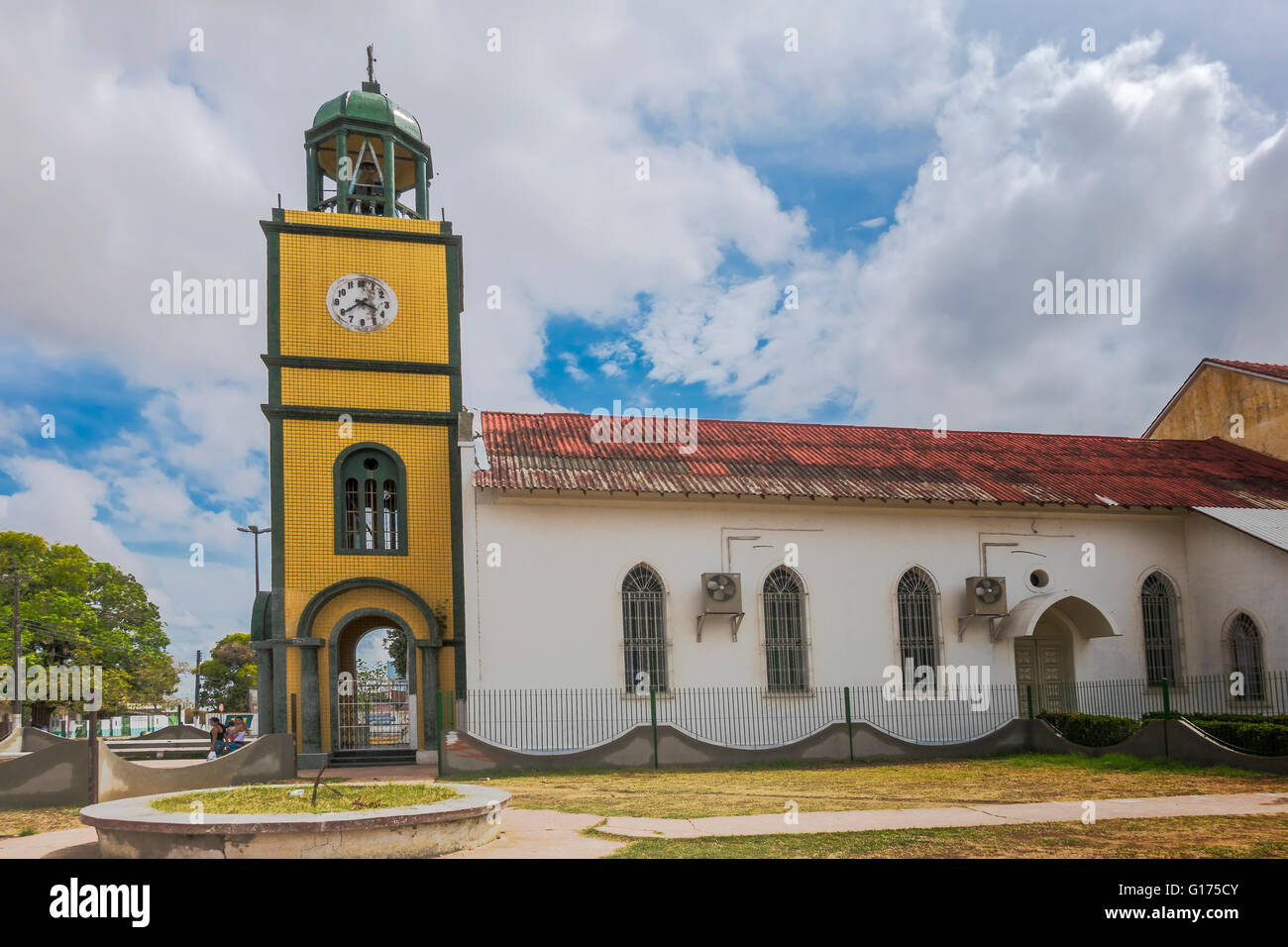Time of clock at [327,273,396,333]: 3:39
